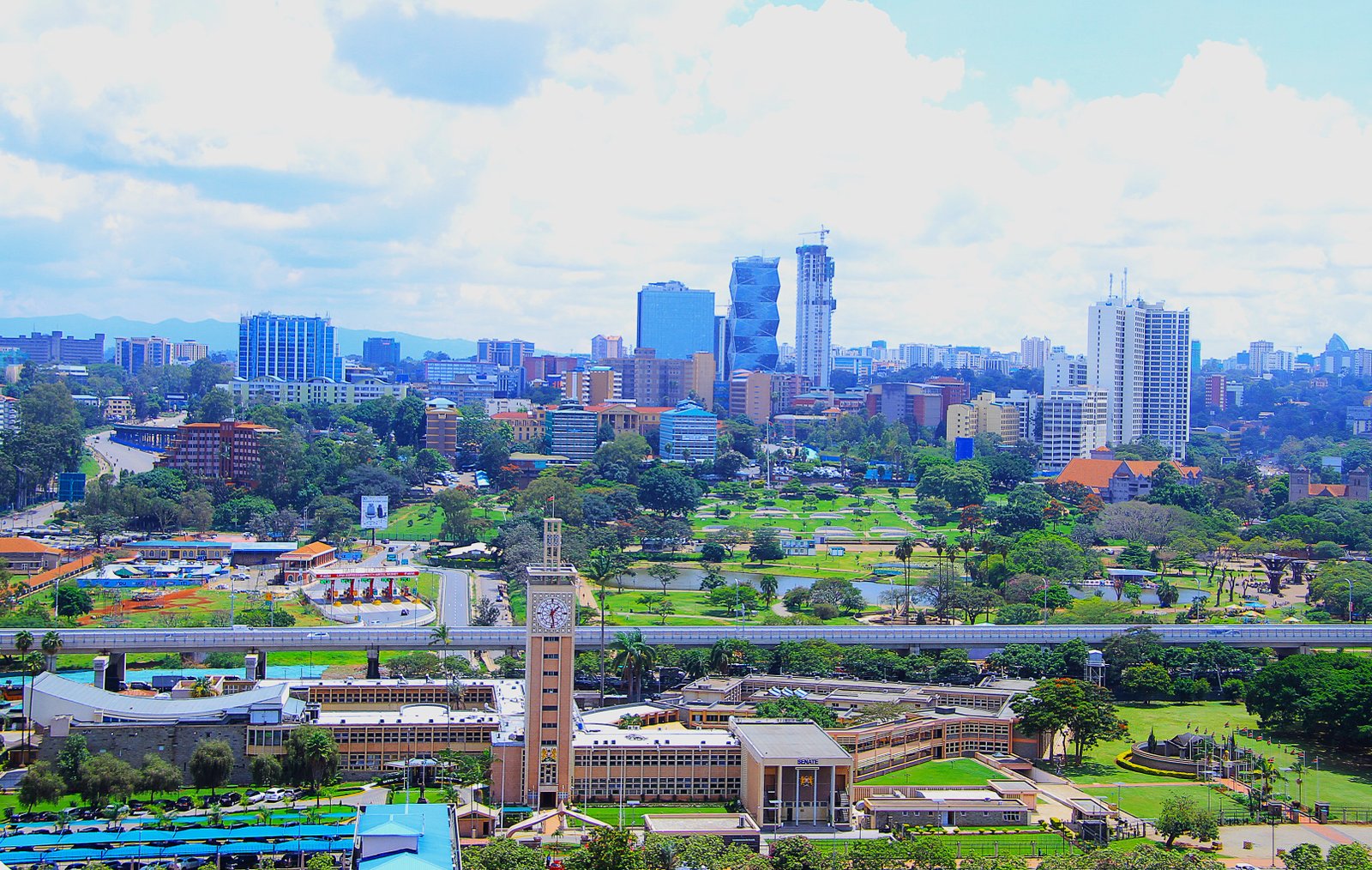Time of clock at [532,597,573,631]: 1:28
